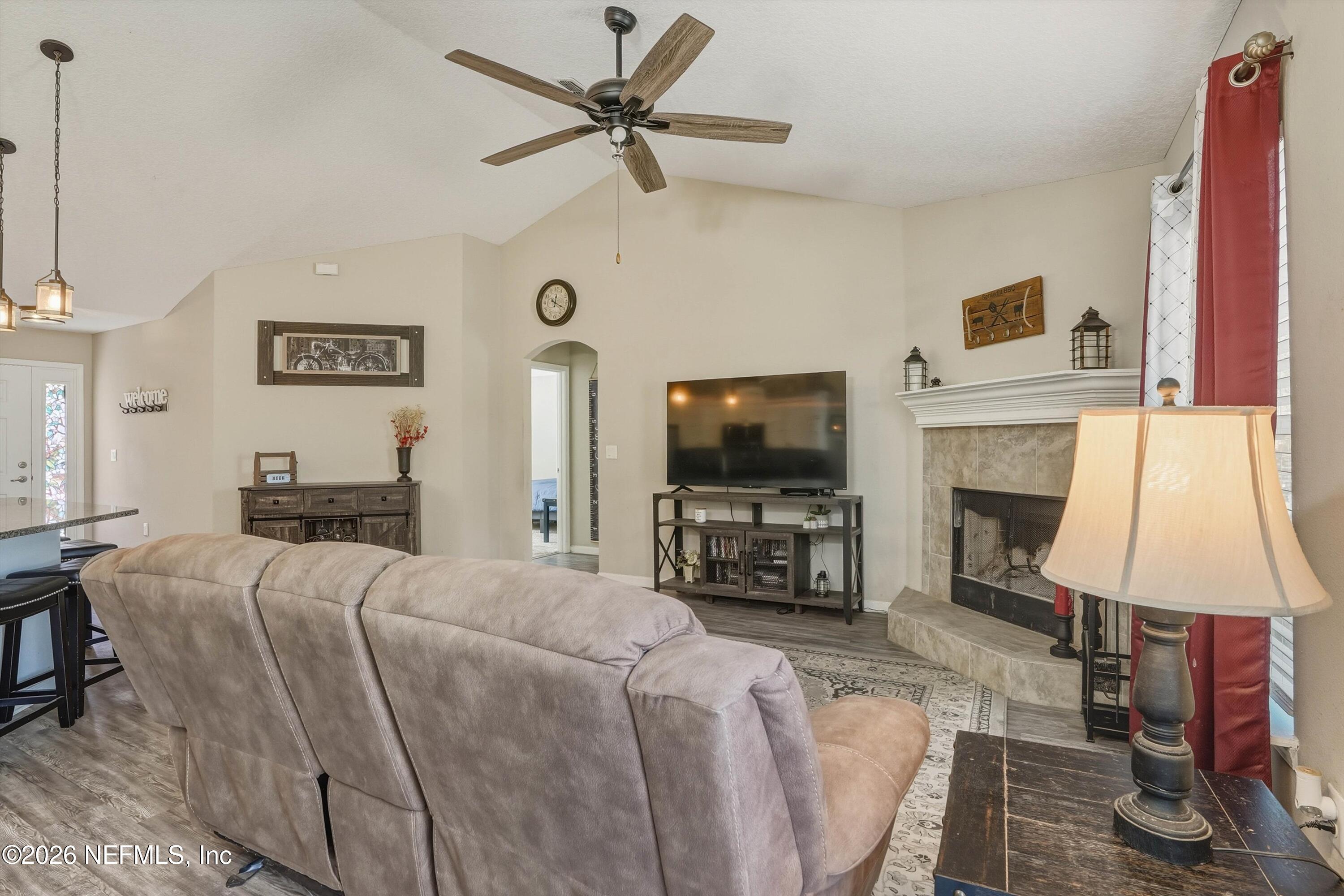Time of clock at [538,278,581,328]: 12:19
